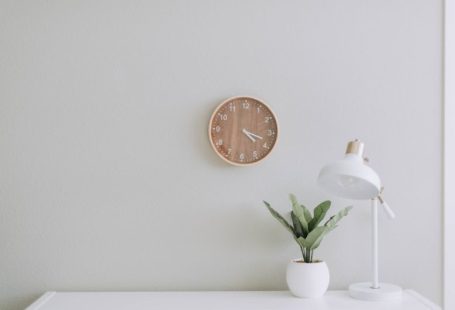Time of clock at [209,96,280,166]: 4:18
